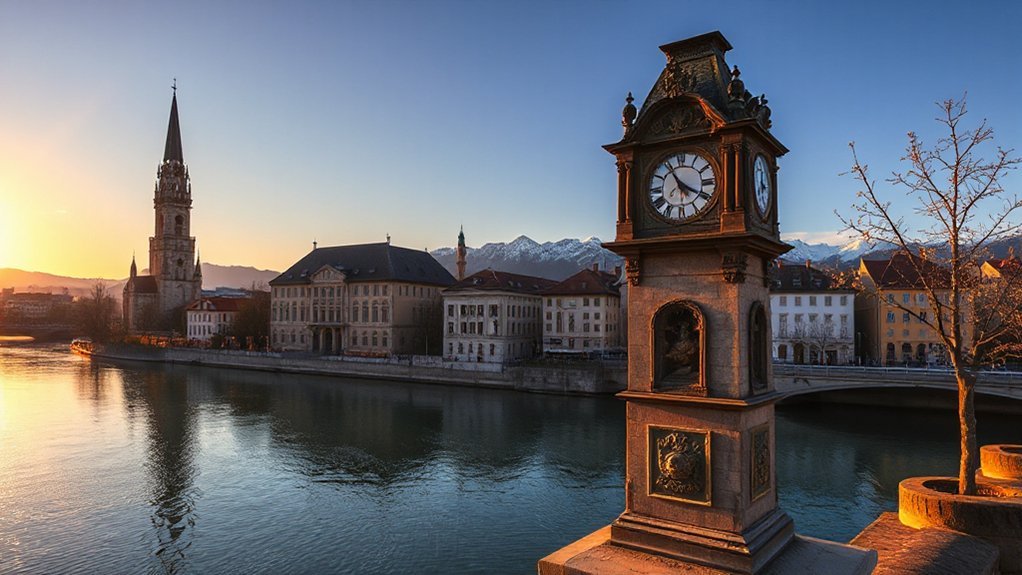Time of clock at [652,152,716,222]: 3:54
